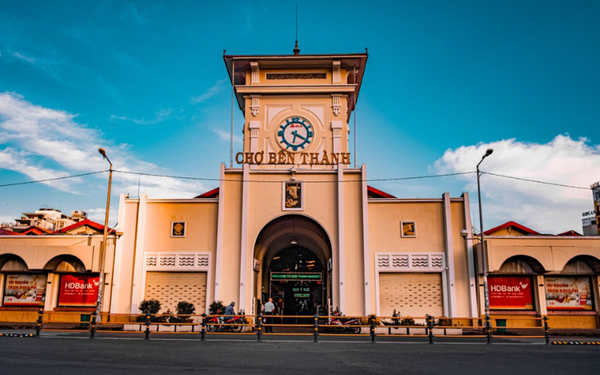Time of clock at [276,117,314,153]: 6:19
